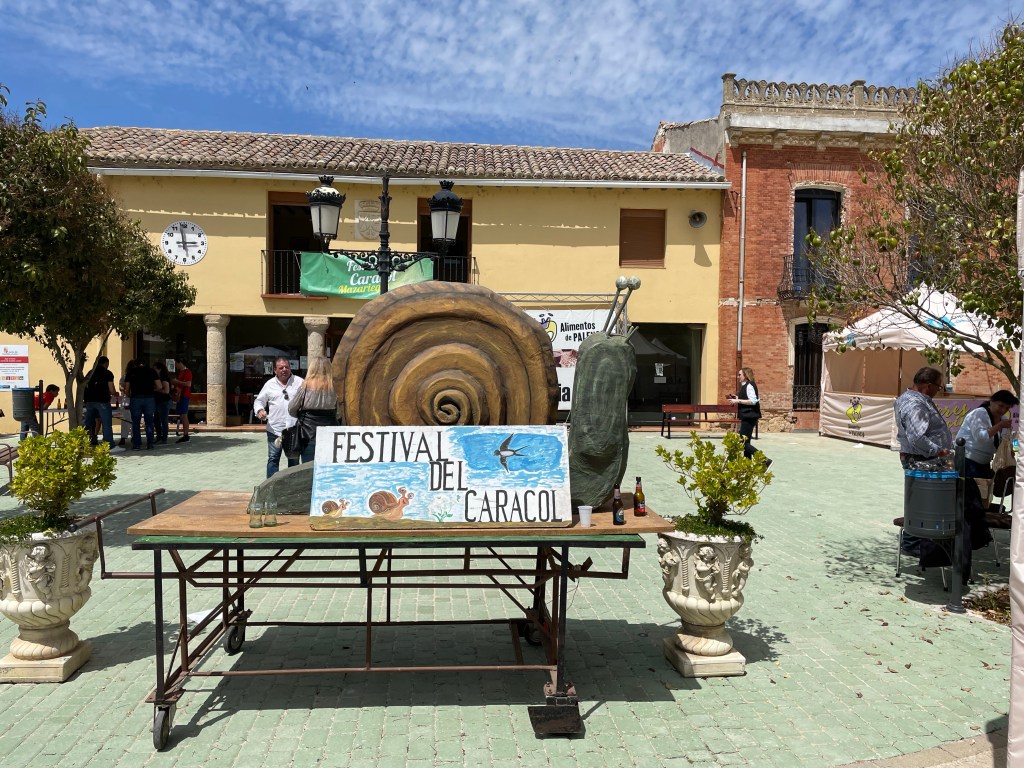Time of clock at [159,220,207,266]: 2:58
